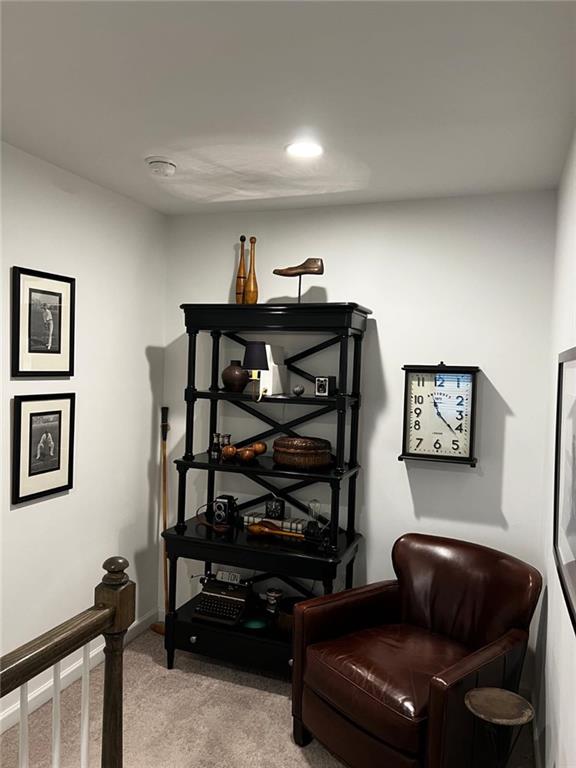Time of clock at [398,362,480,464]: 11:22
